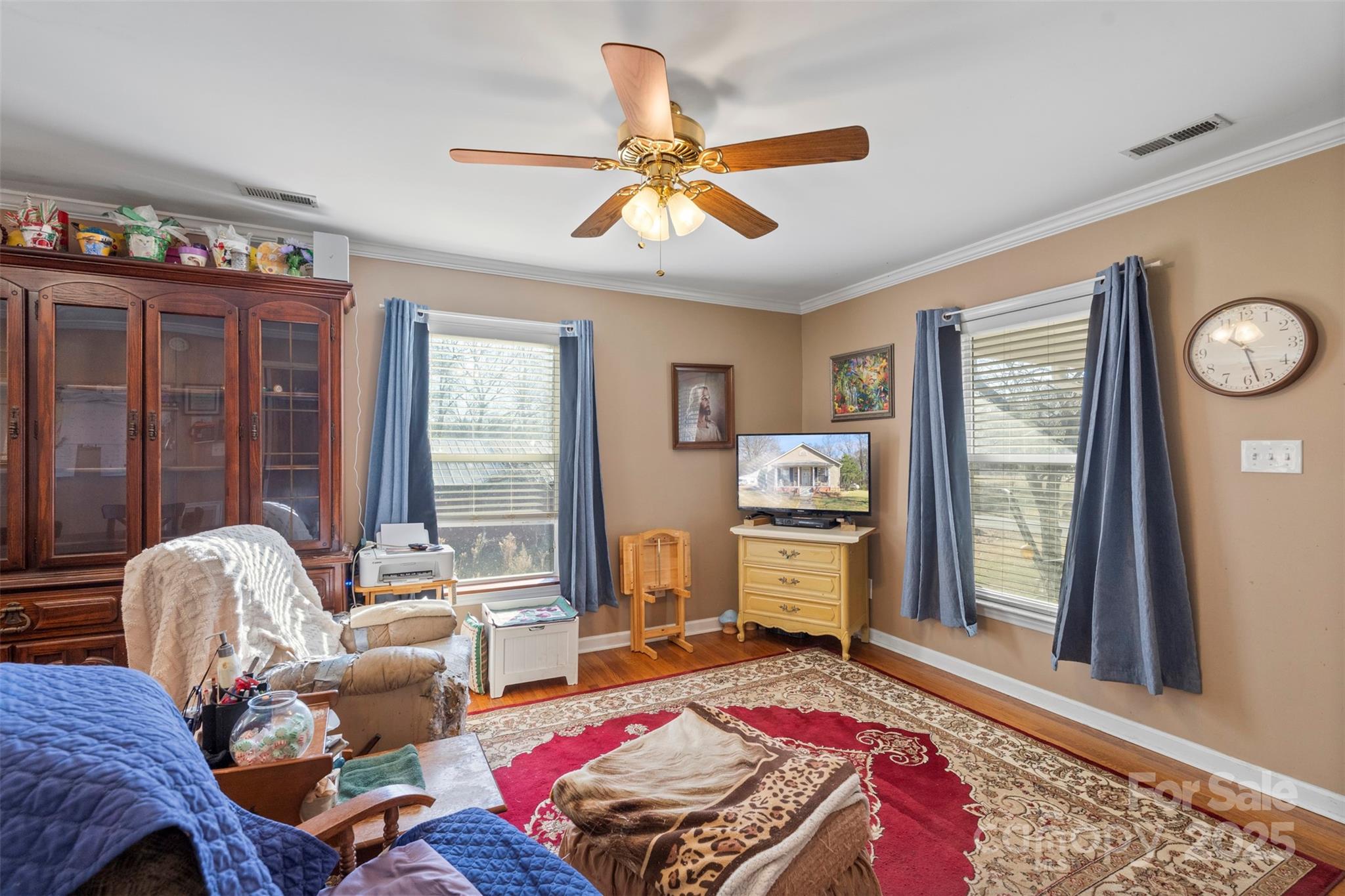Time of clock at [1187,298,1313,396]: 10:27
